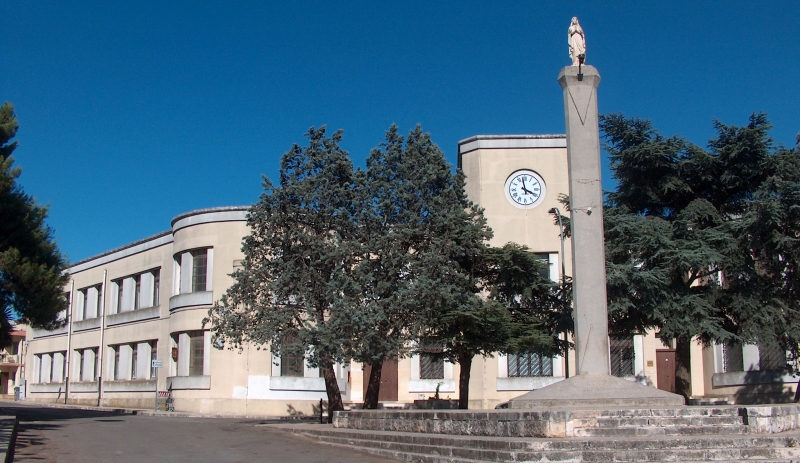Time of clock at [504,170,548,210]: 3:58
